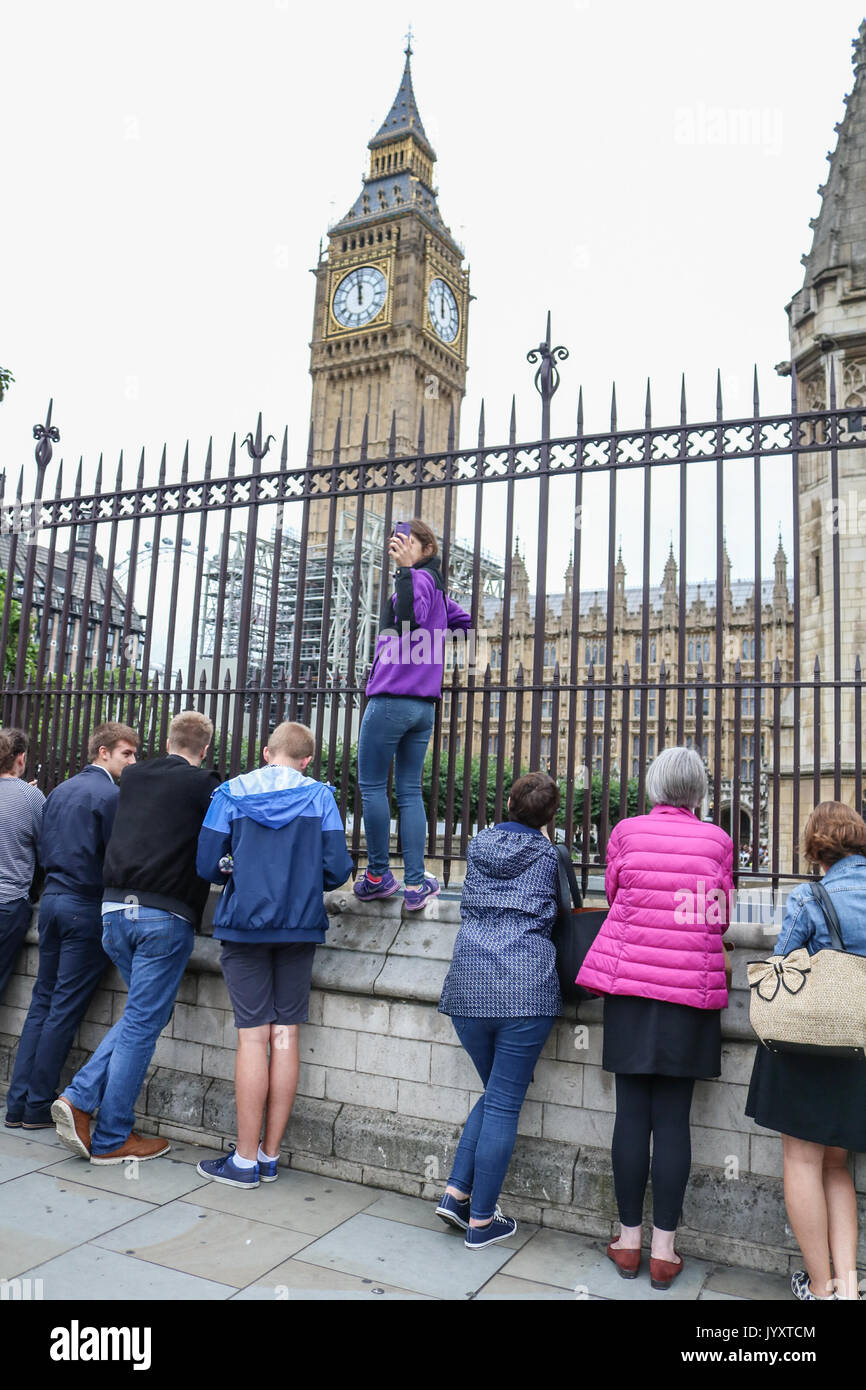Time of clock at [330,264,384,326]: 11:58
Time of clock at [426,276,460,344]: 11:59
